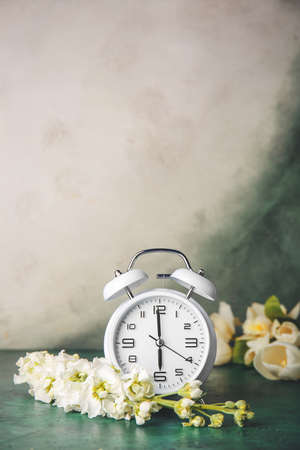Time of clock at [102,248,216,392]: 5:59
